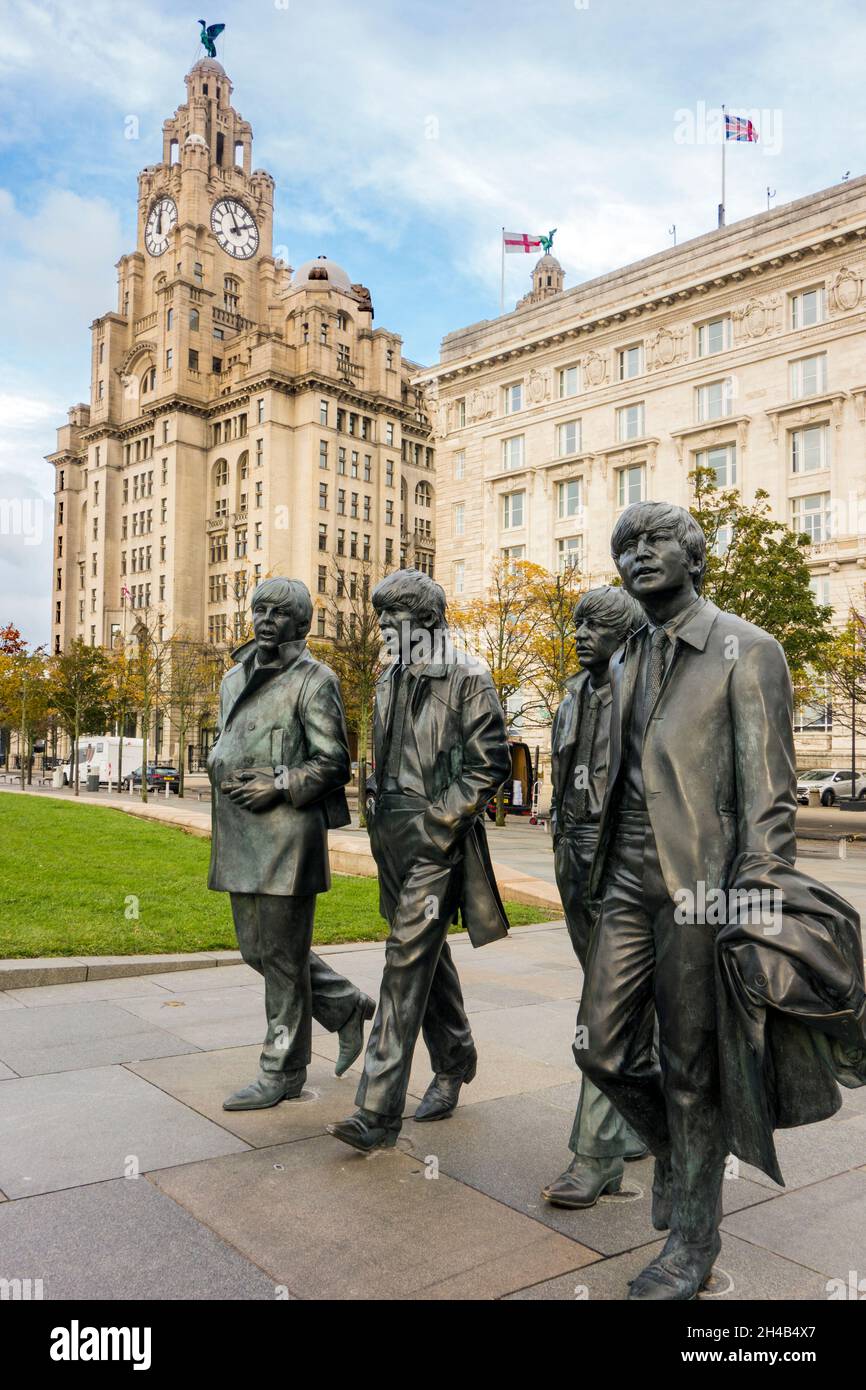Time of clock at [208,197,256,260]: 1:56
